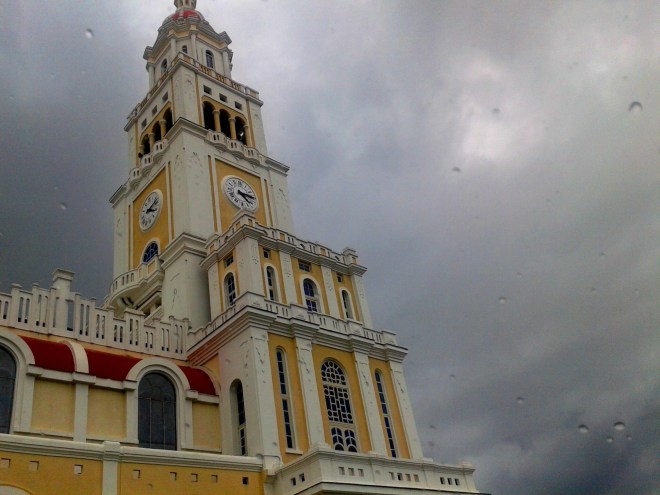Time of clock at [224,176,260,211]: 4:14
